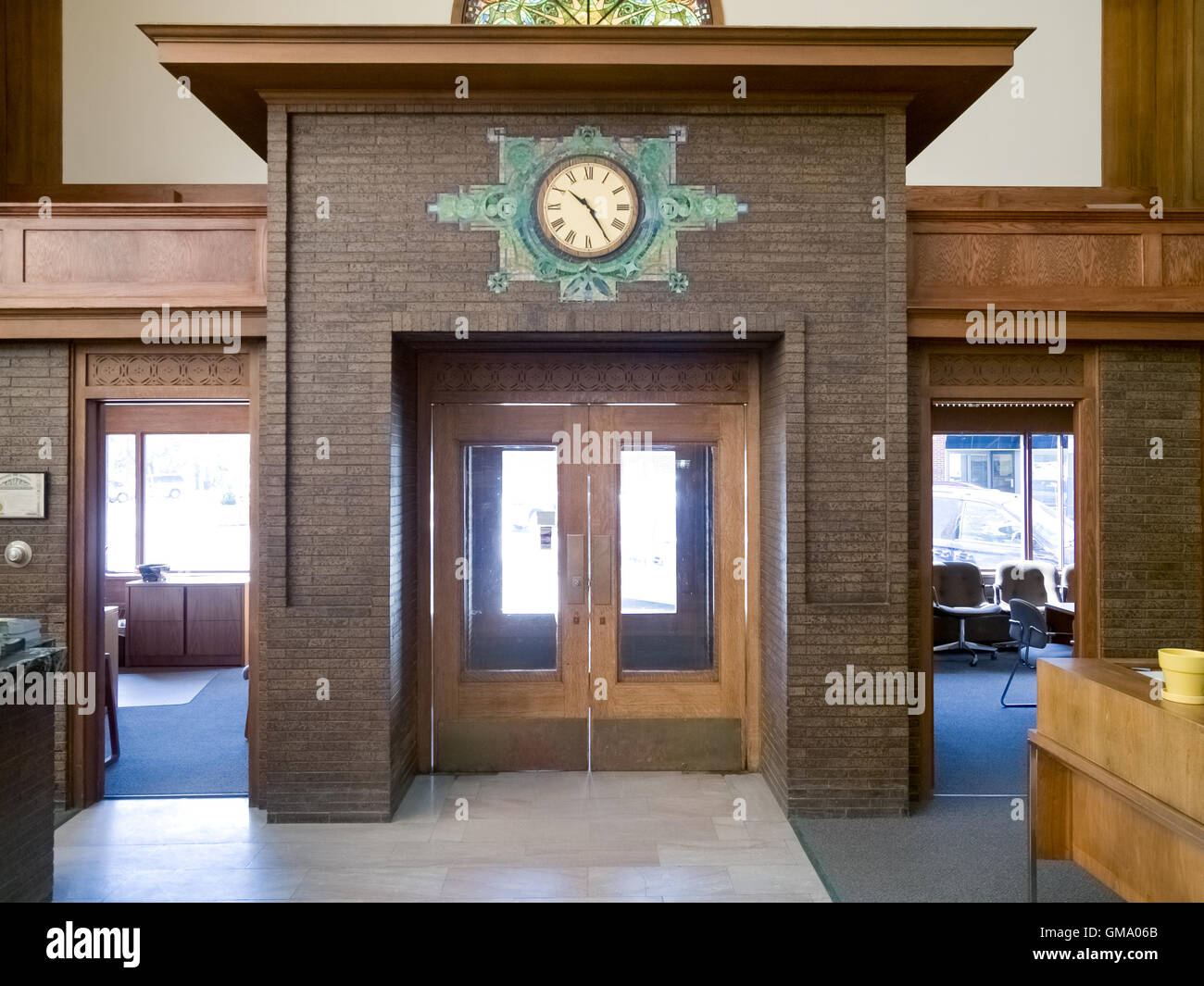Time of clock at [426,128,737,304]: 10:24
